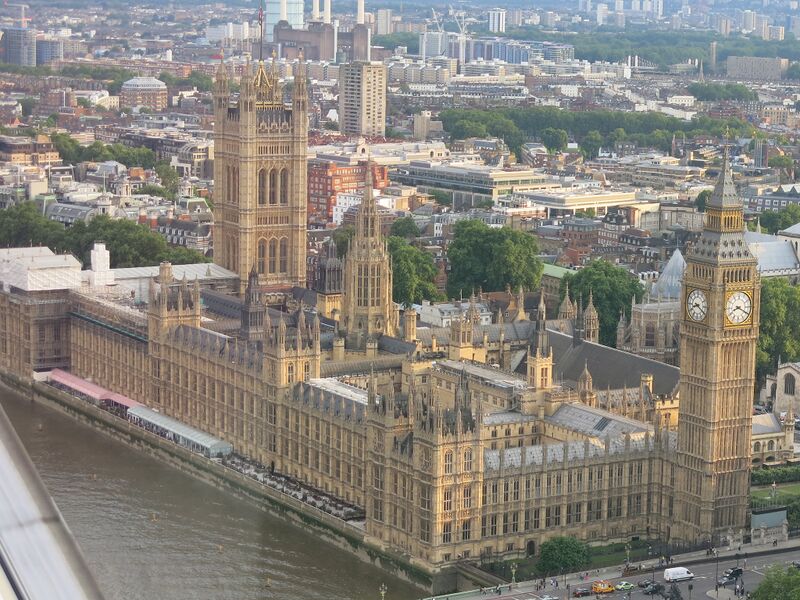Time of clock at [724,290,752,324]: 8:19
